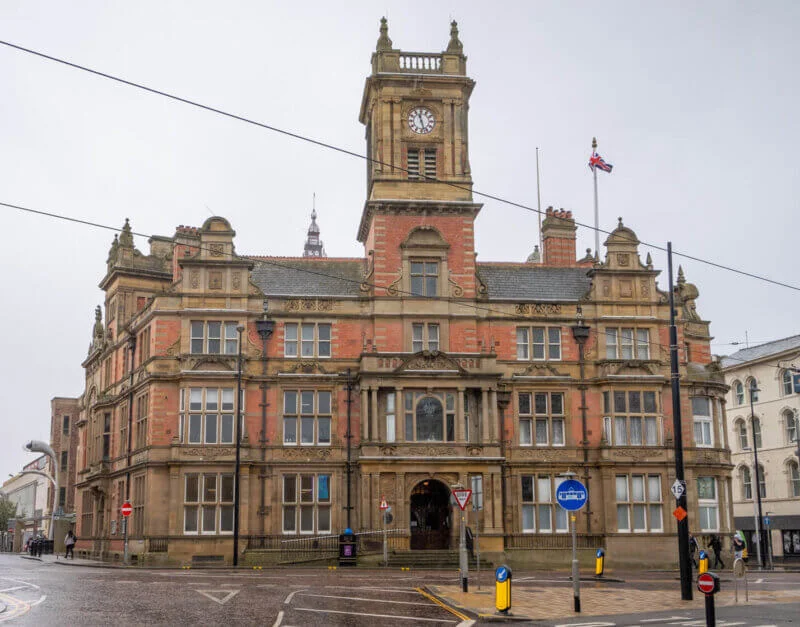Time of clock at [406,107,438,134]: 11:27
